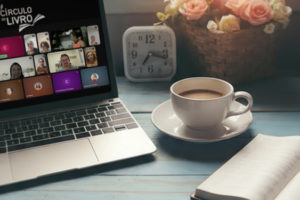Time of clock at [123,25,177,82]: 7:17
